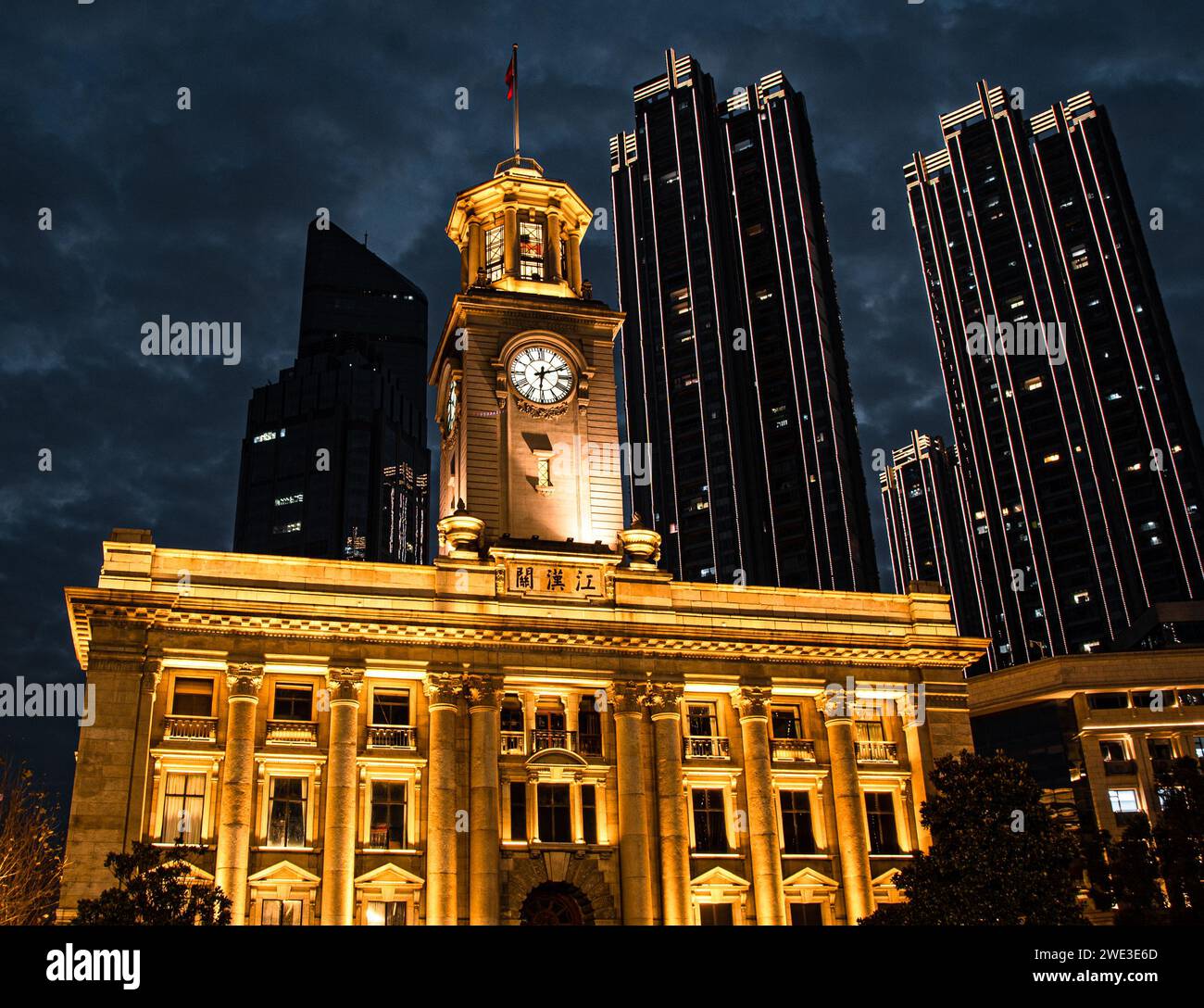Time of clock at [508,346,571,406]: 6:11
